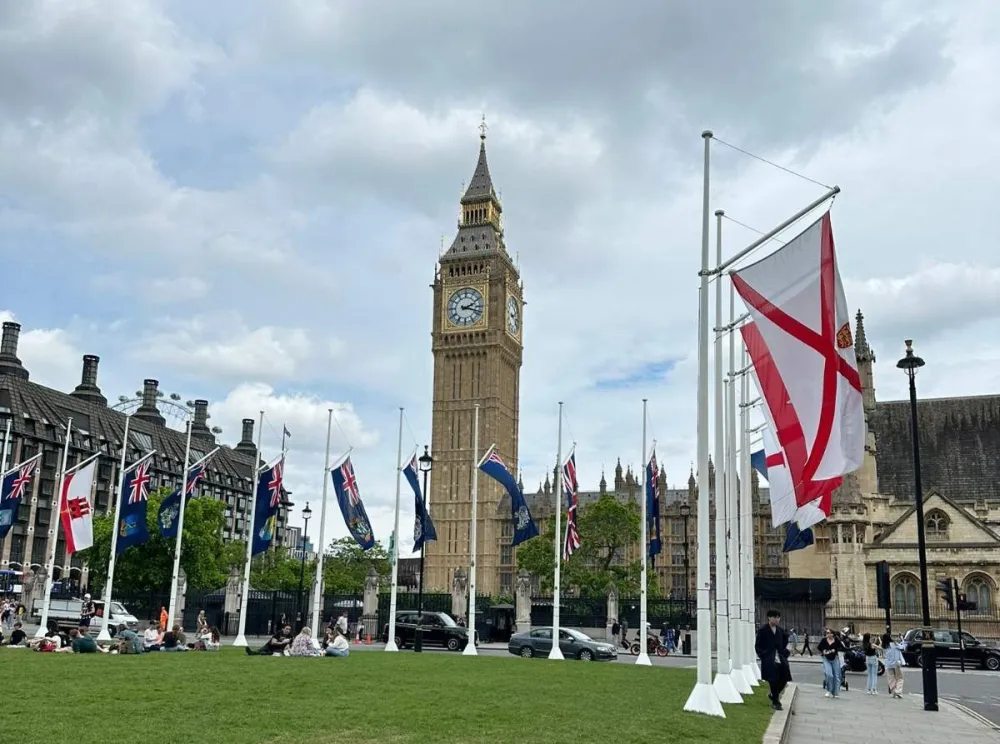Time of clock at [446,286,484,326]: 2:18
